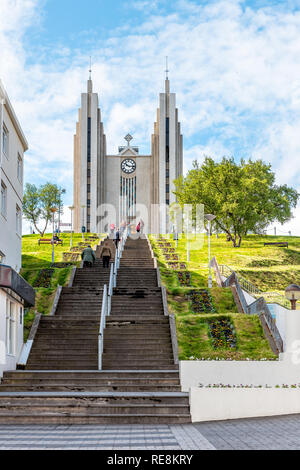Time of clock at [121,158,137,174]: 10:16
